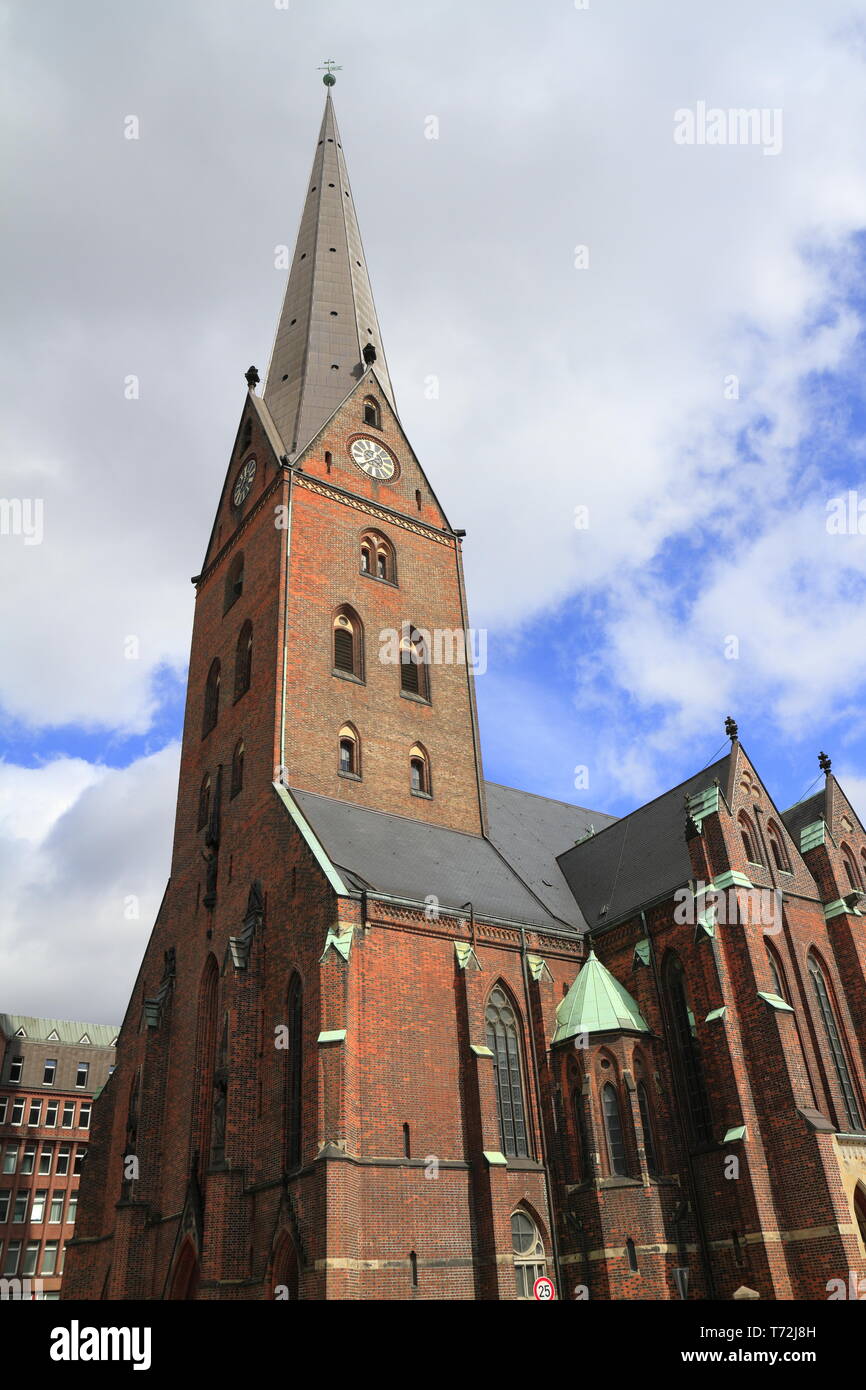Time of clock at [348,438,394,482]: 3:40
